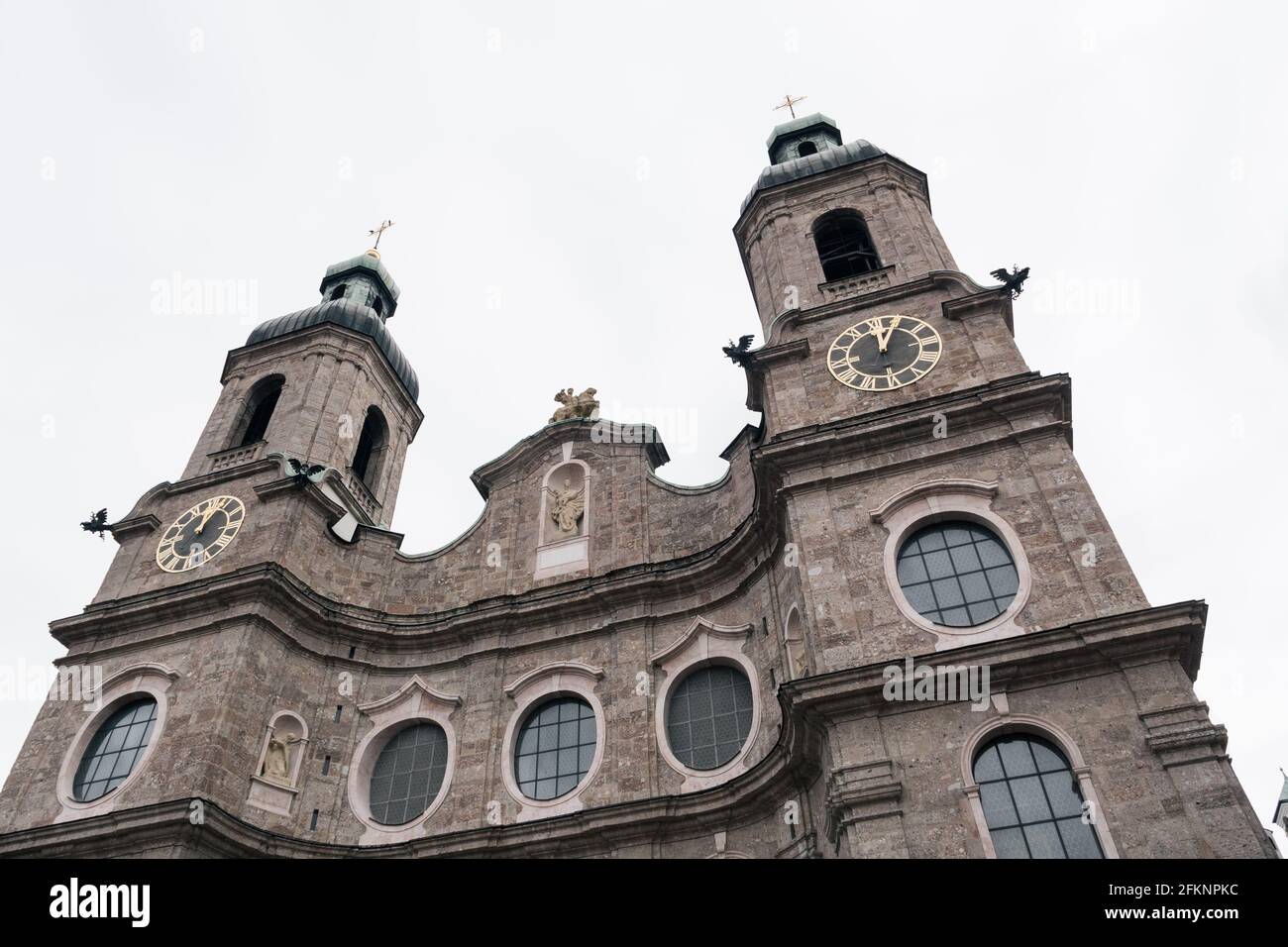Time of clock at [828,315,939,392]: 12:04
